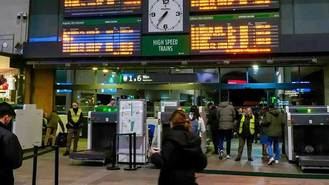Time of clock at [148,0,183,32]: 7:36
